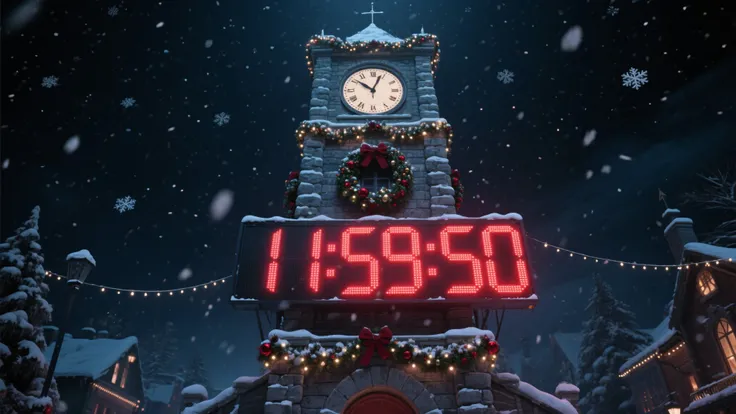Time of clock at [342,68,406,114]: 10:03
